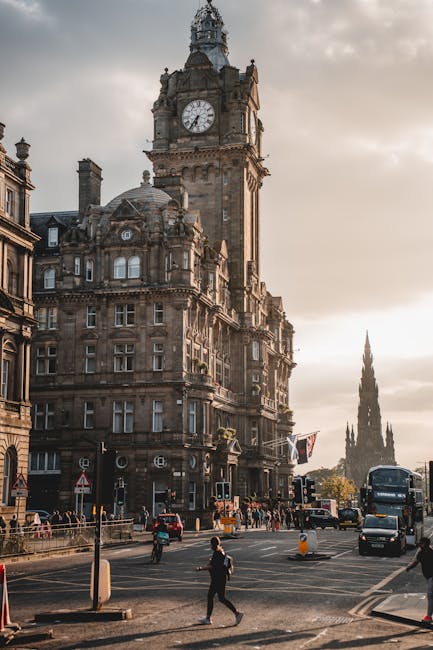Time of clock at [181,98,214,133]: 6:36
